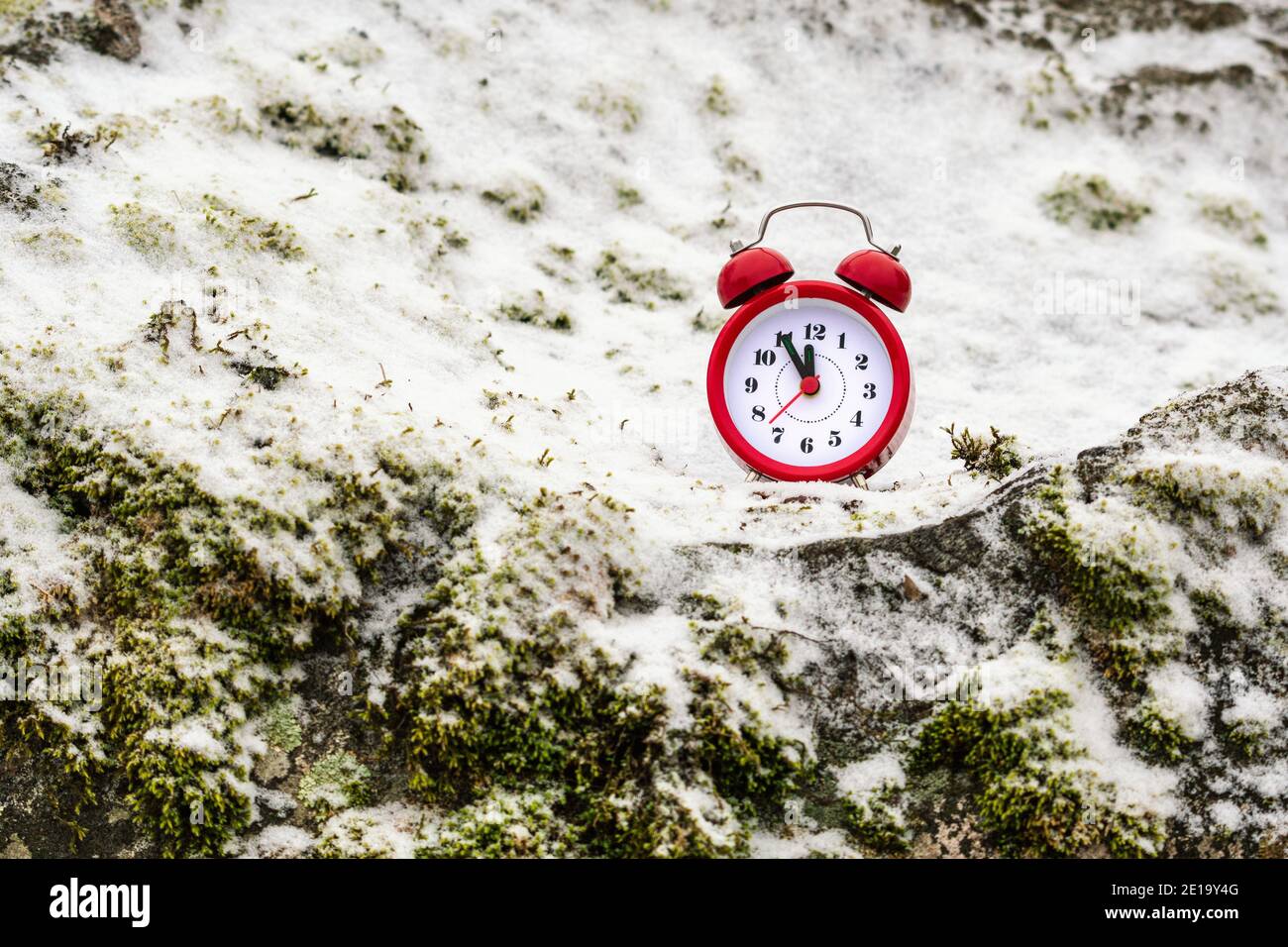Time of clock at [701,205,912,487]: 11:54
